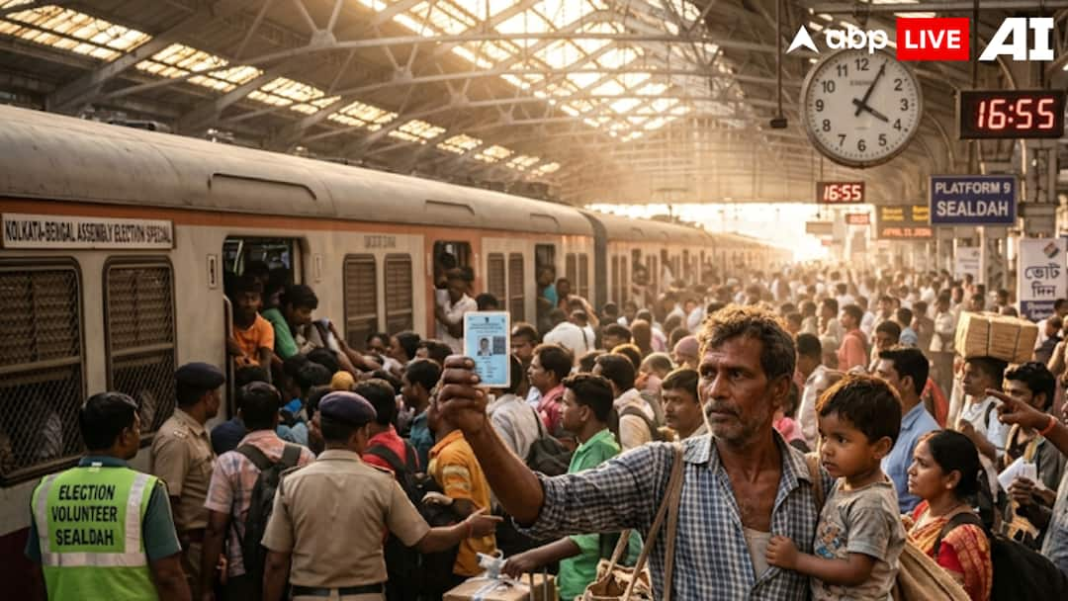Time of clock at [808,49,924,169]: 4:04
